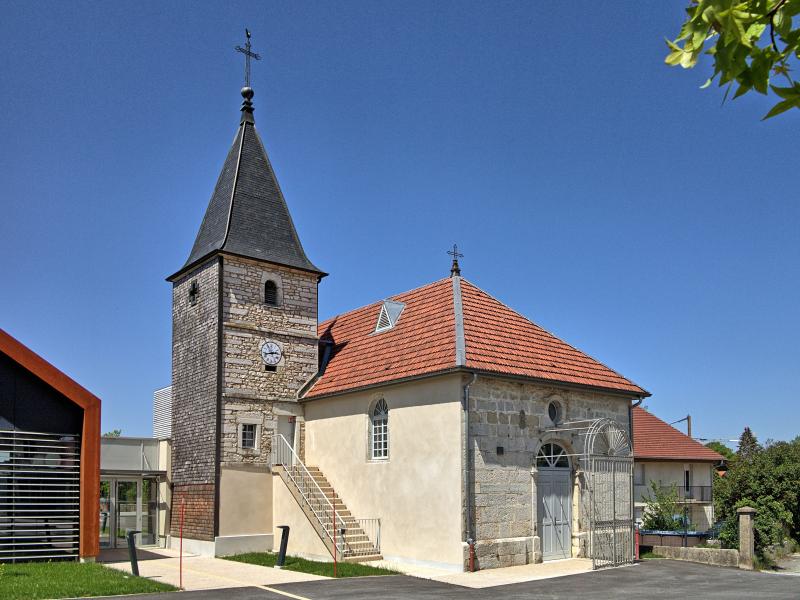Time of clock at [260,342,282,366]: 2:42
